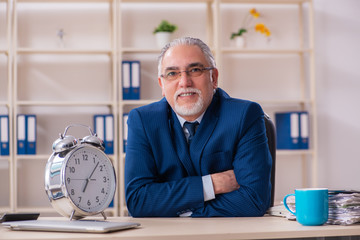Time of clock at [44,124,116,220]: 7:07
